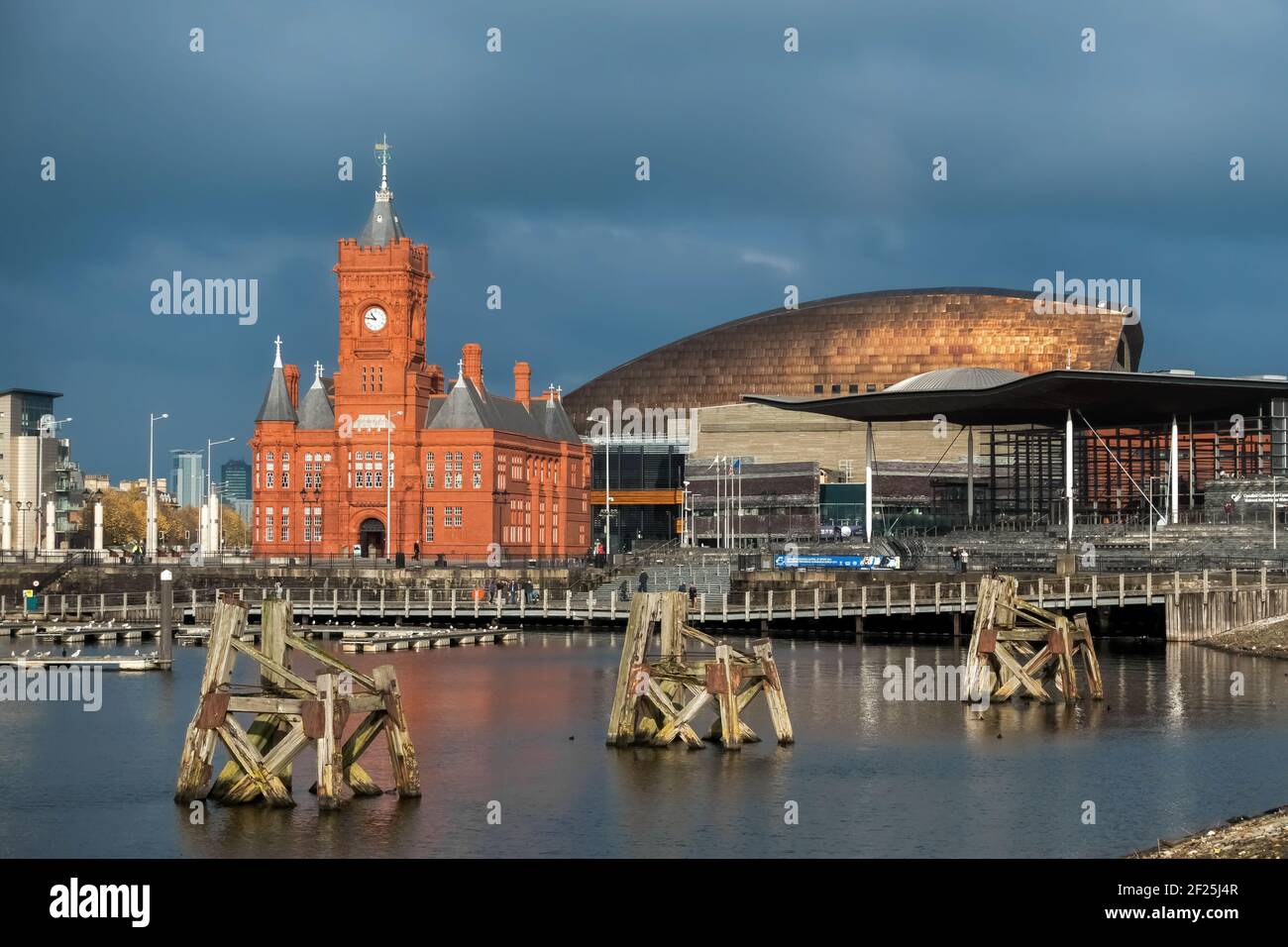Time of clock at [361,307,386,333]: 10:46
